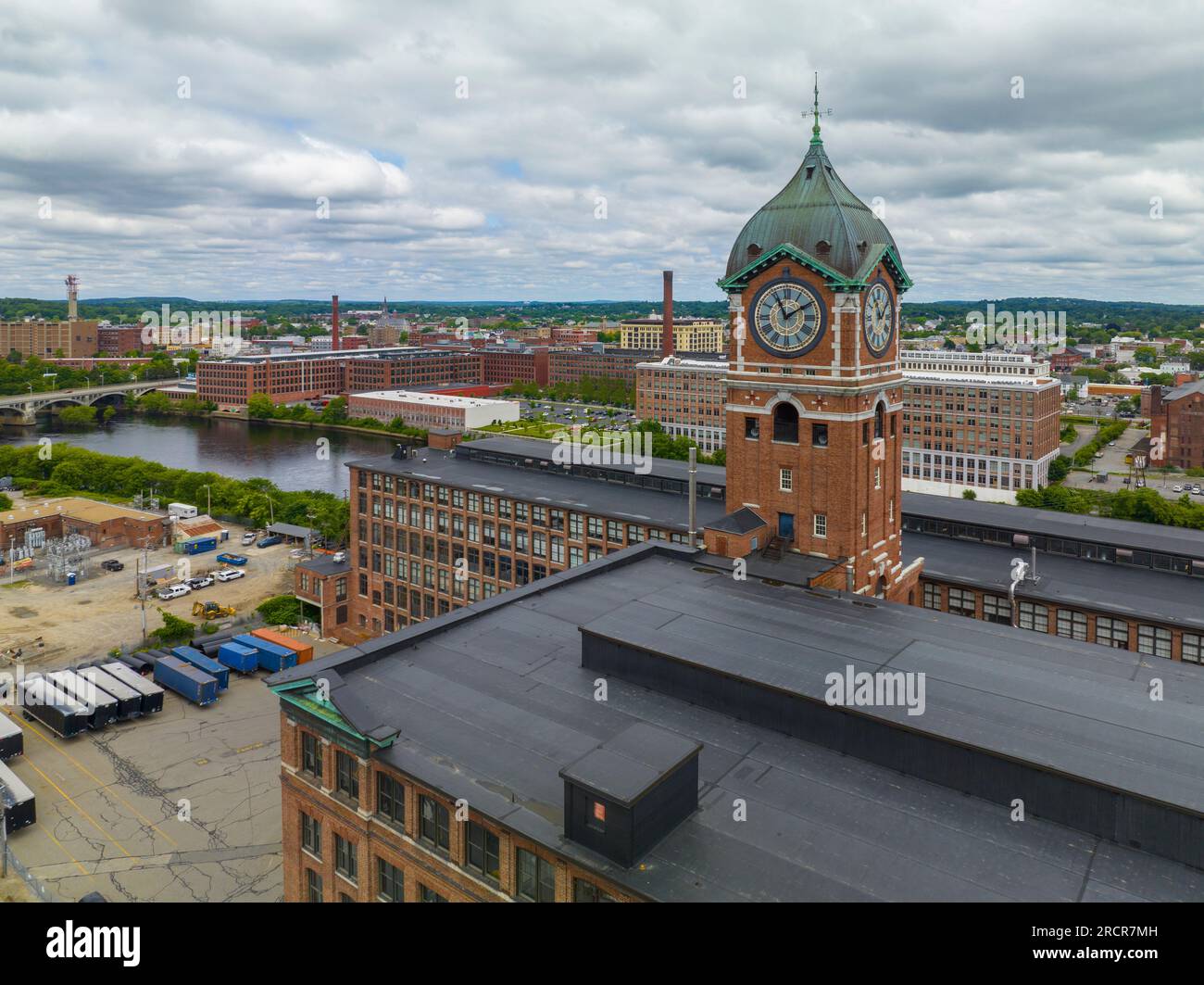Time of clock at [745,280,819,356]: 11:09
